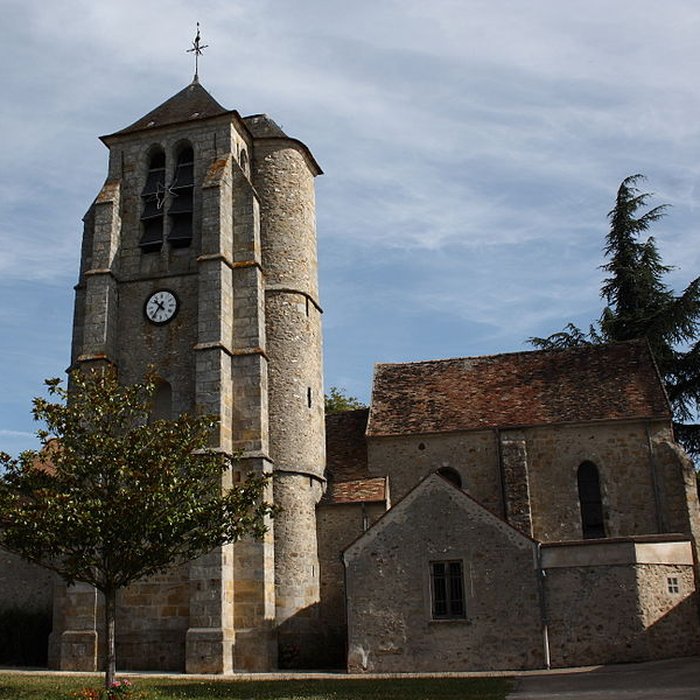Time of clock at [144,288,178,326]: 10:36
